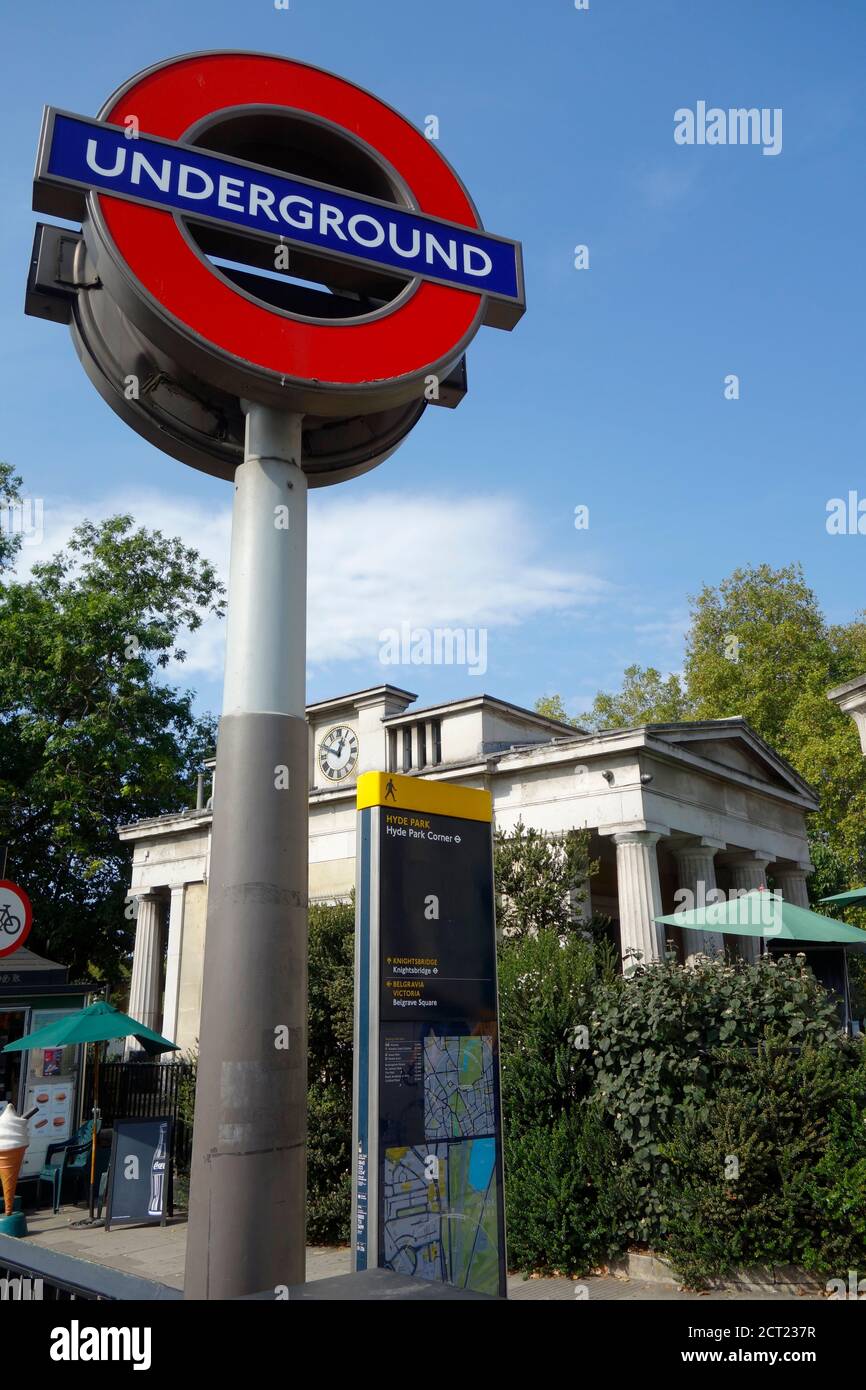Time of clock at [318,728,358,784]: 12:48
